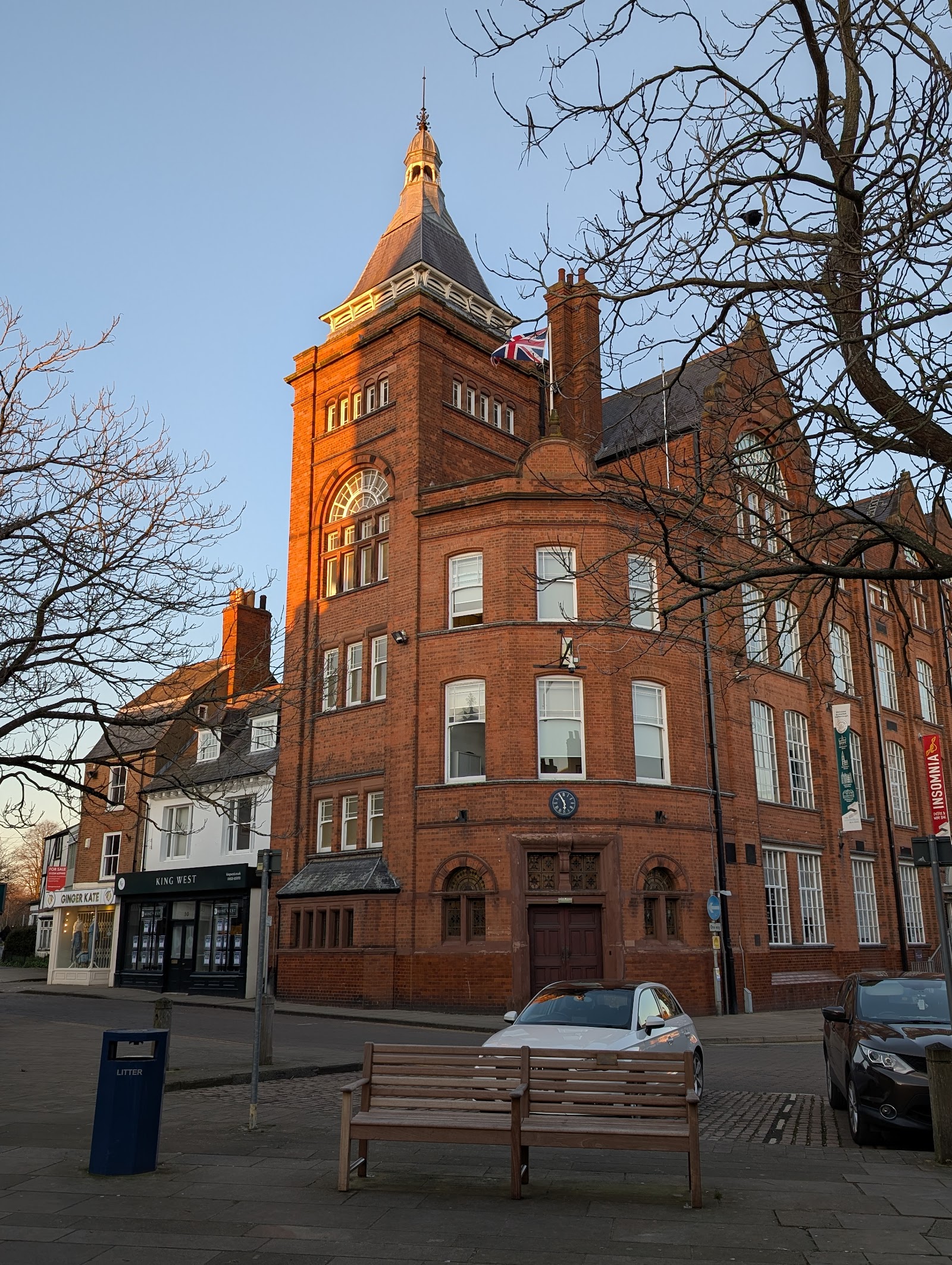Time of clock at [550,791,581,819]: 5:55
